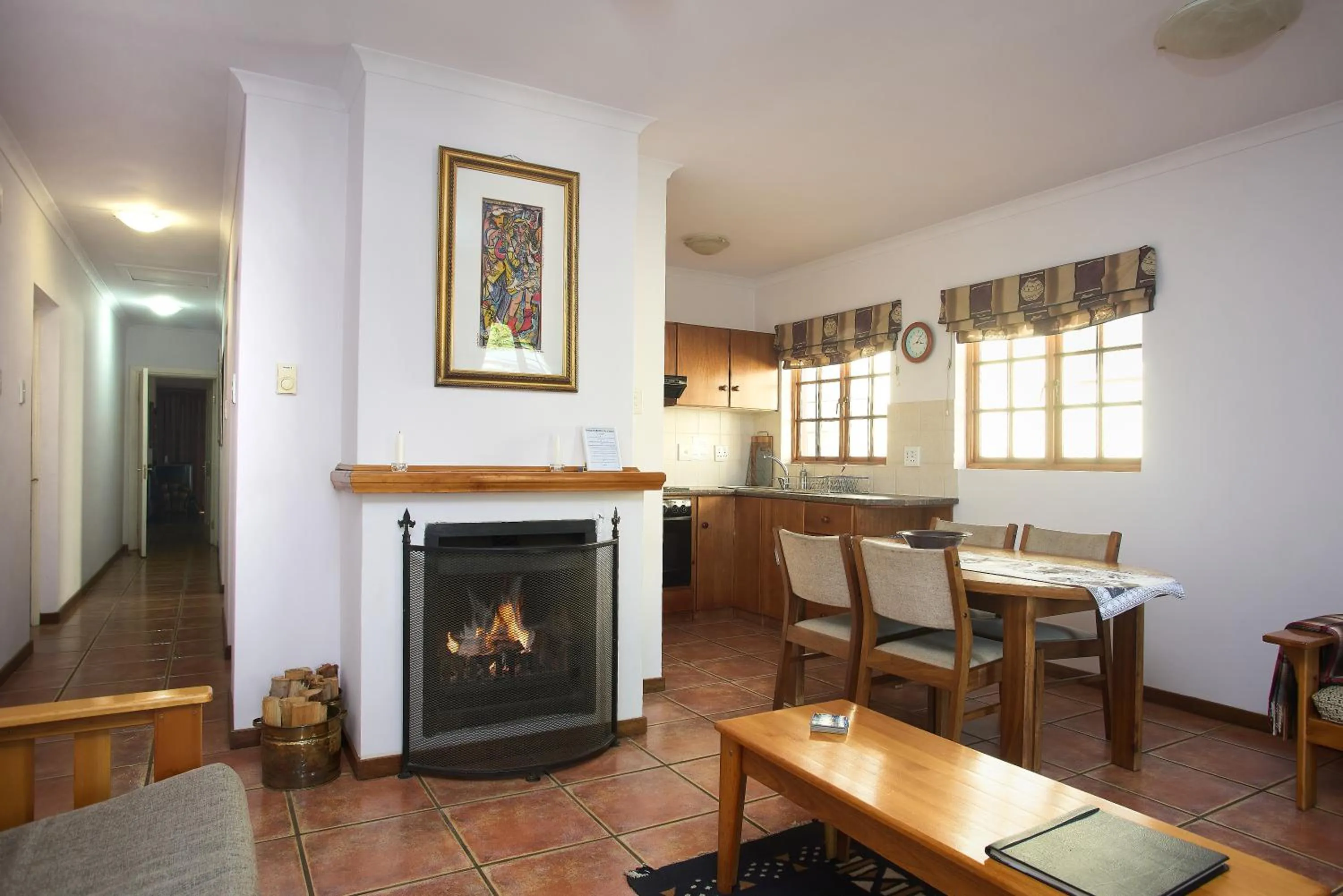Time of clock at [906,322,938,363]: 3:06
